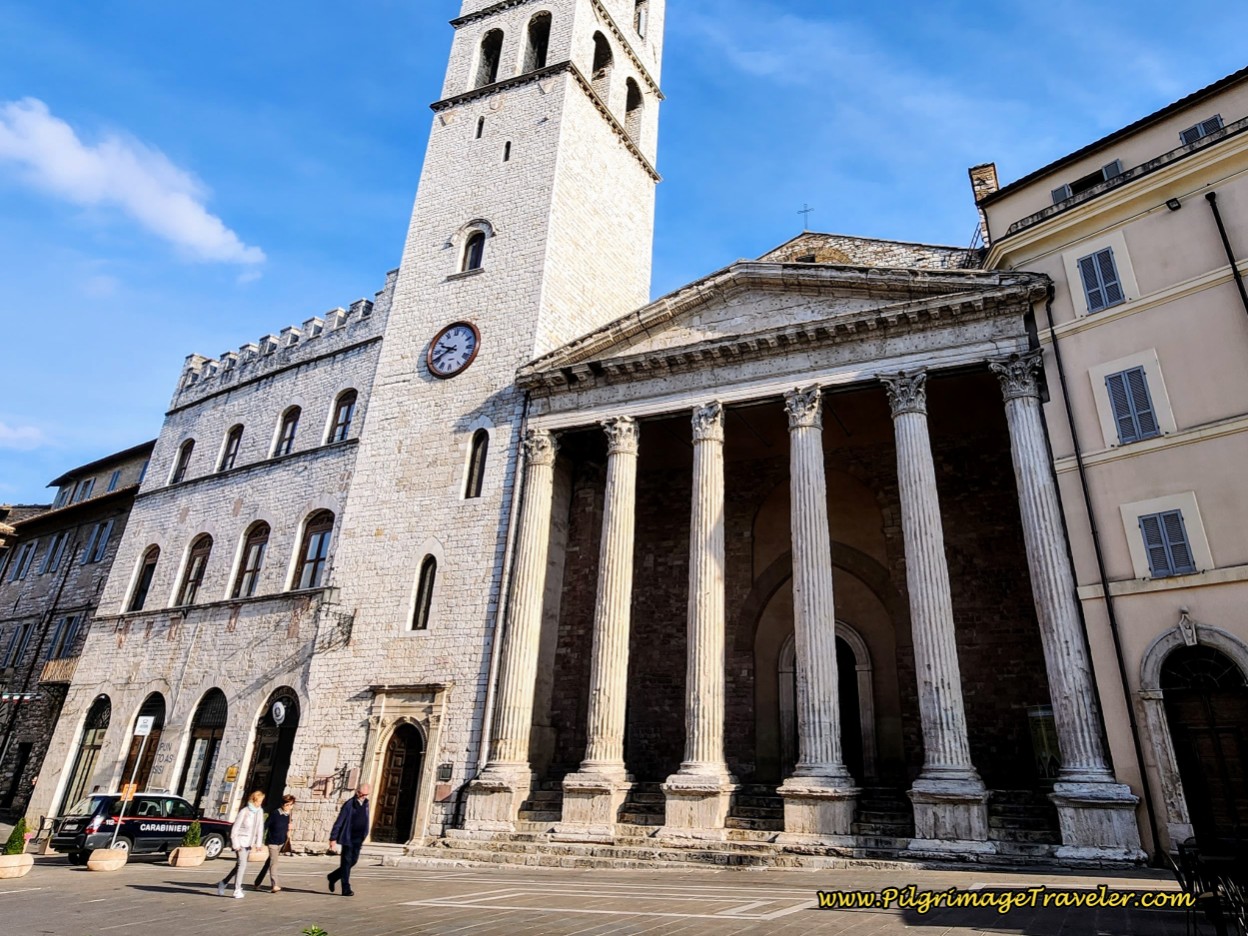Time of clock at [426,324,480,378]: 9:40
